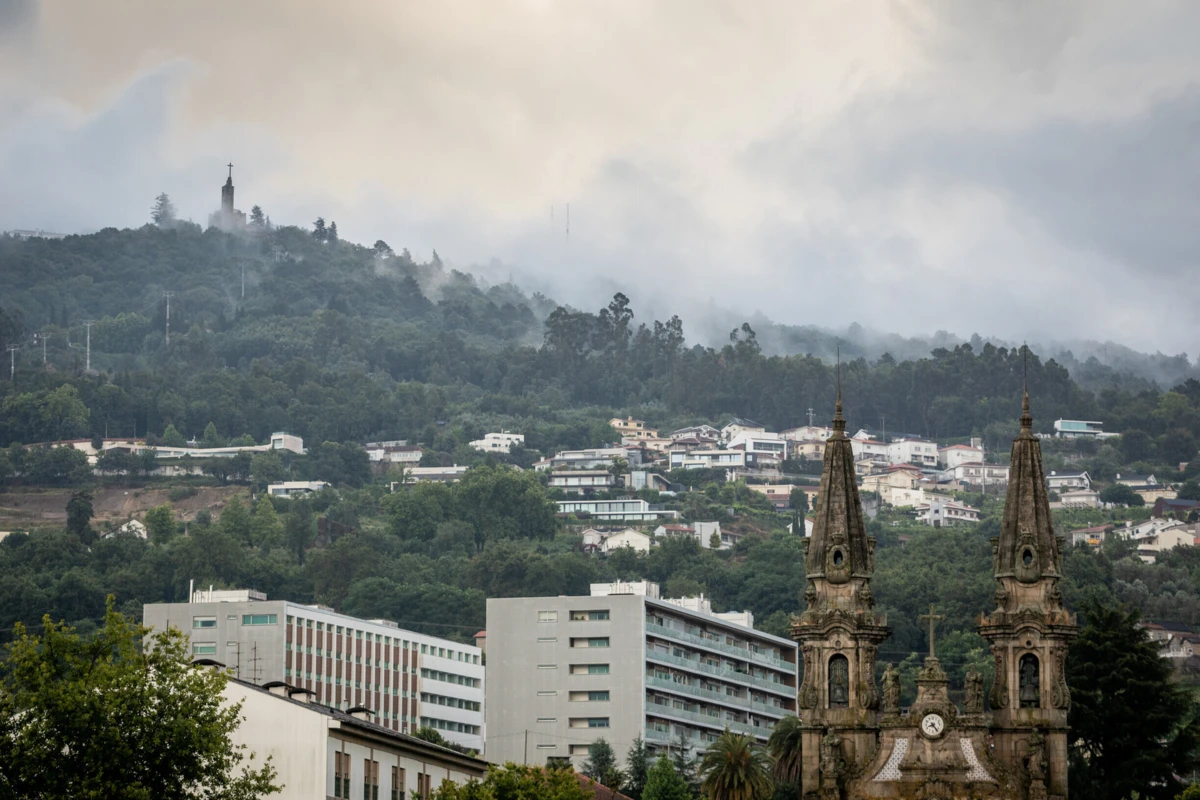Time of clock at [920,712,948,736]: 8:23
